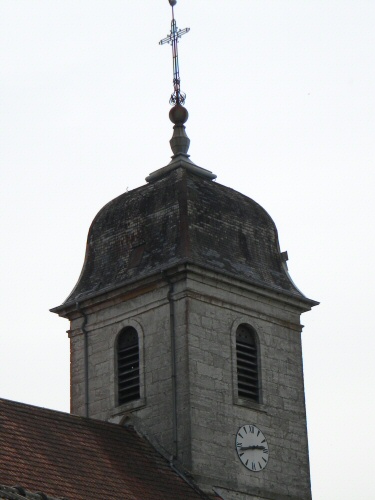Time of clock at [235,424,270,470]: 2:42
